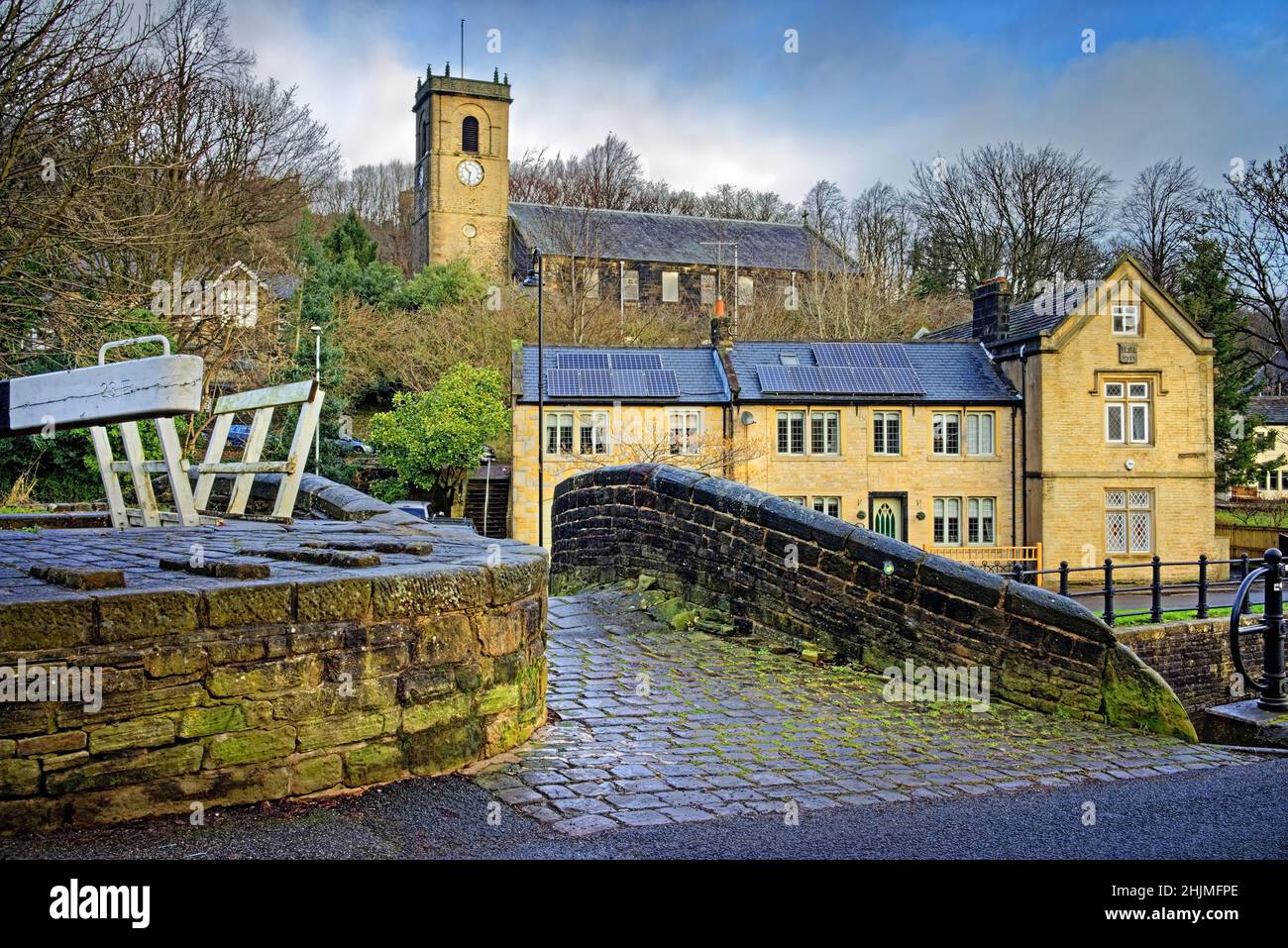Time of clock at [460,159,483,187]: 10:32
